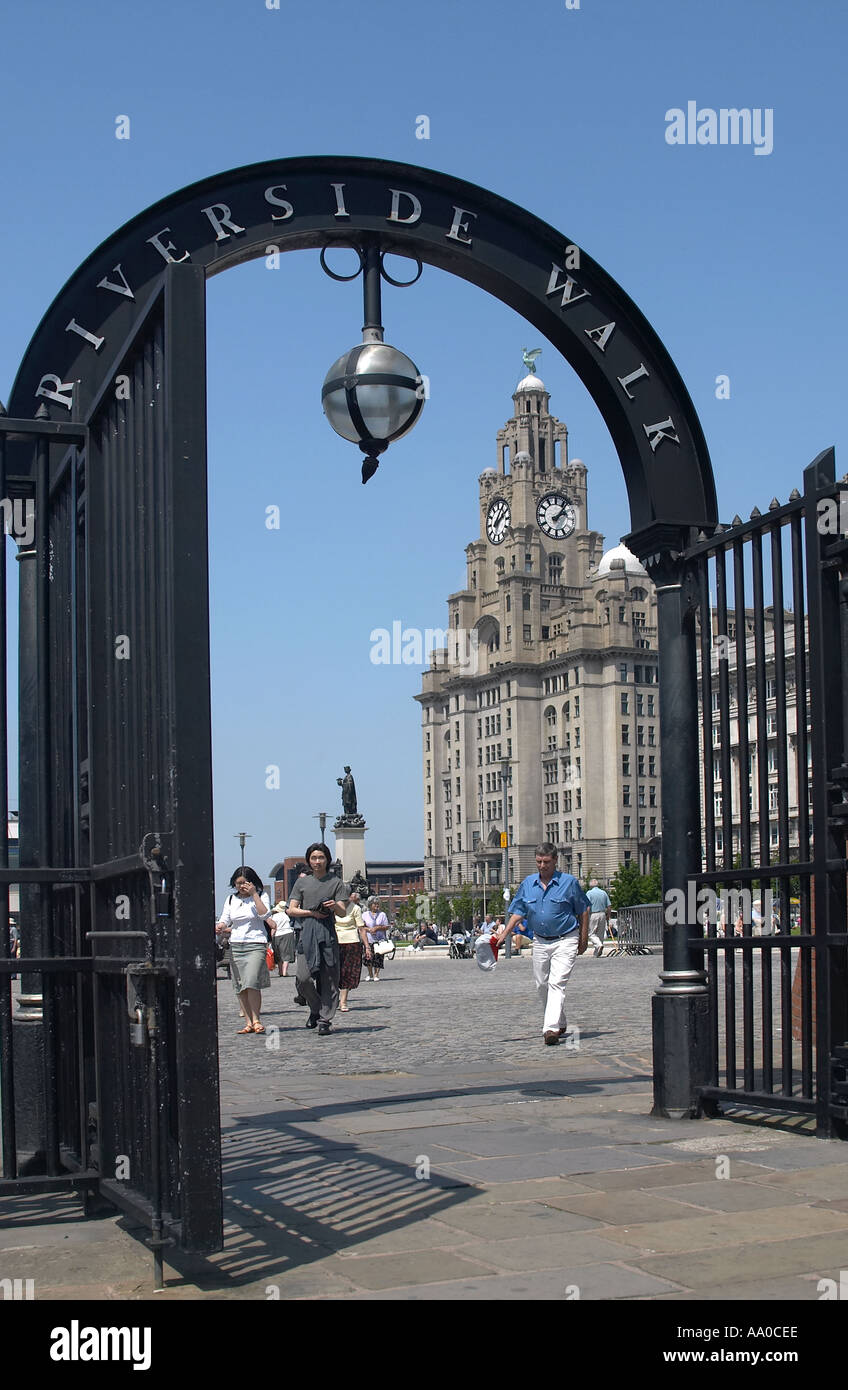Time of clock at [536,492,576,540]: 2:06
